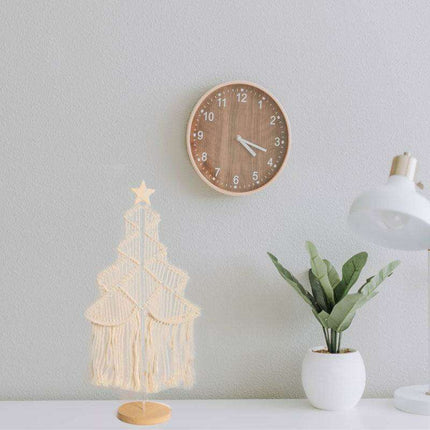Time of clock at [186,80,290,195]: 4:18
